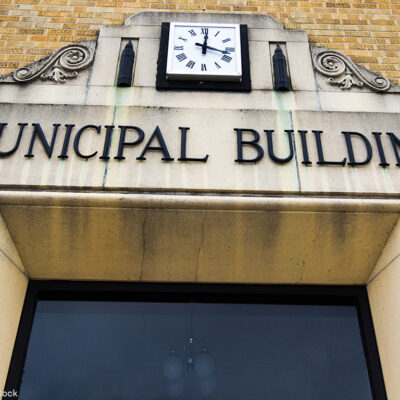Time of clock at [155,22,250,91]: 12:17
